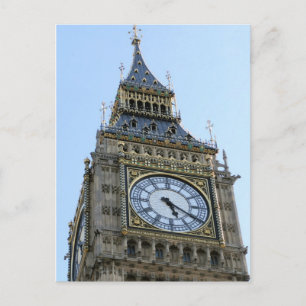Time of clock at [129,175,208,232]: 5:20
